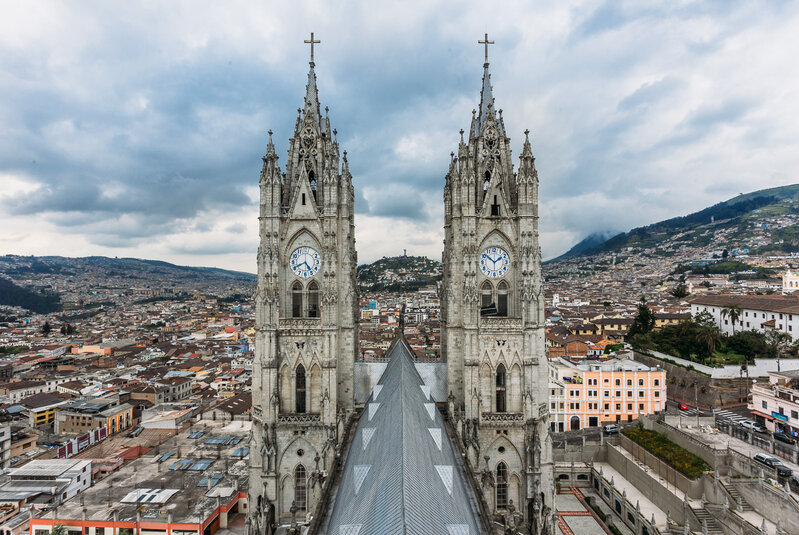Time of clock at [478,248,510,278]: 1:51
